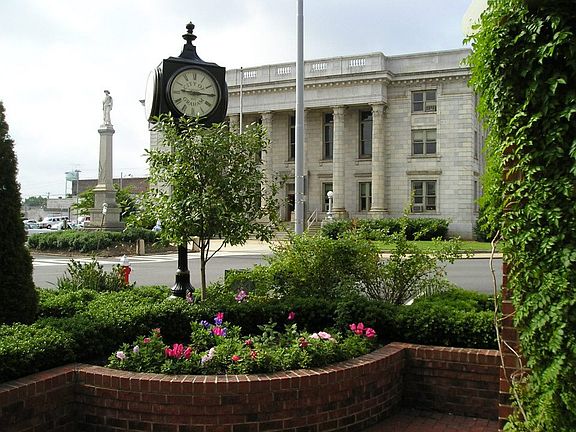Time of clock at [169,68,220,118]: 9:14
